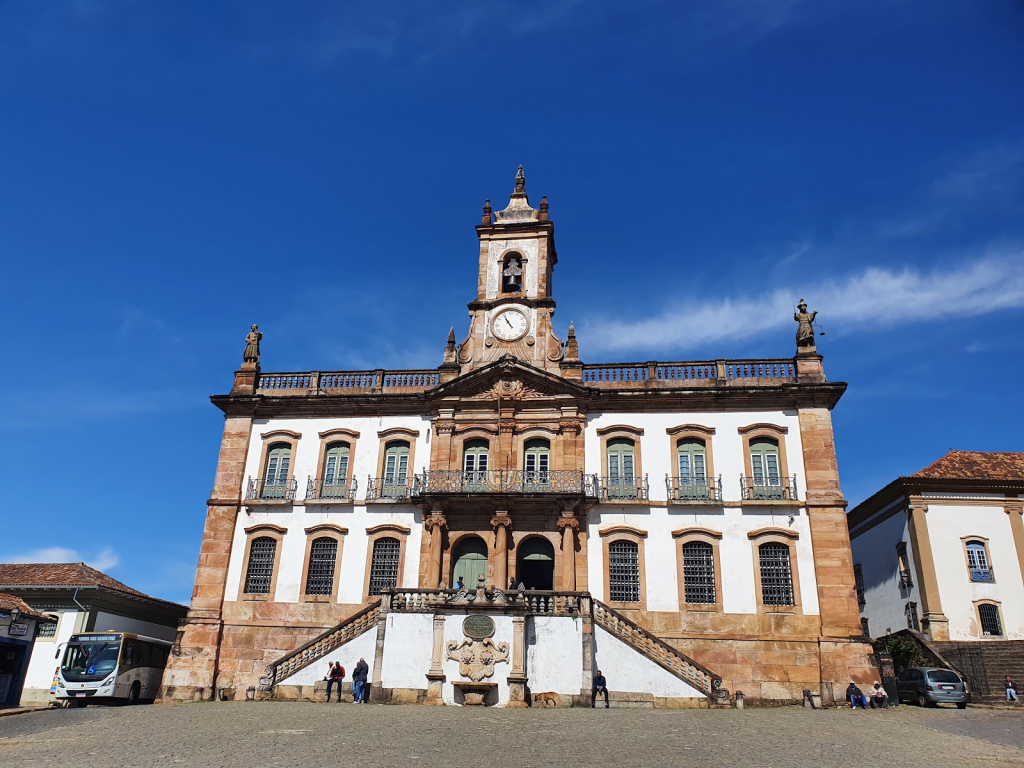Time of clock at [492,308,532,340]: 10:54
